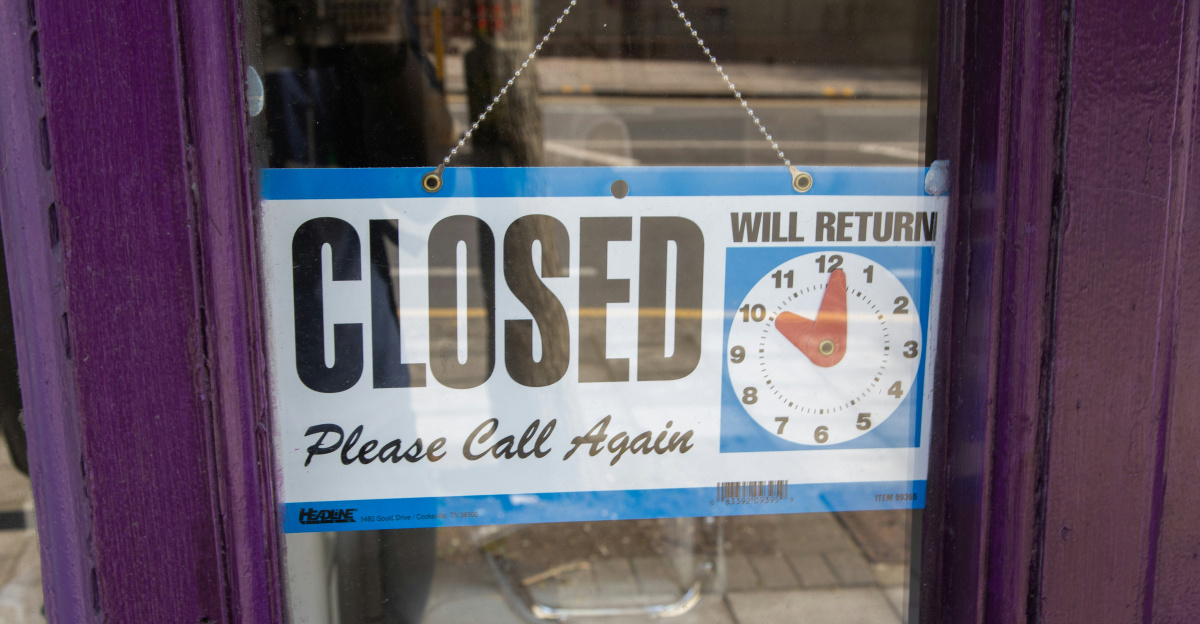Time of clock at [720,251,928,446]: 10:01
